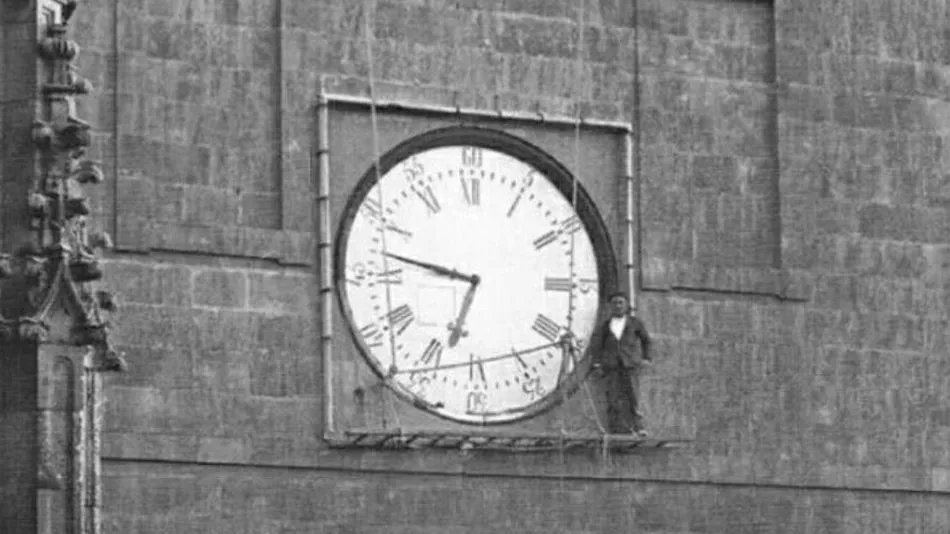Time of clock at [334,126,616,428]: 6:47
